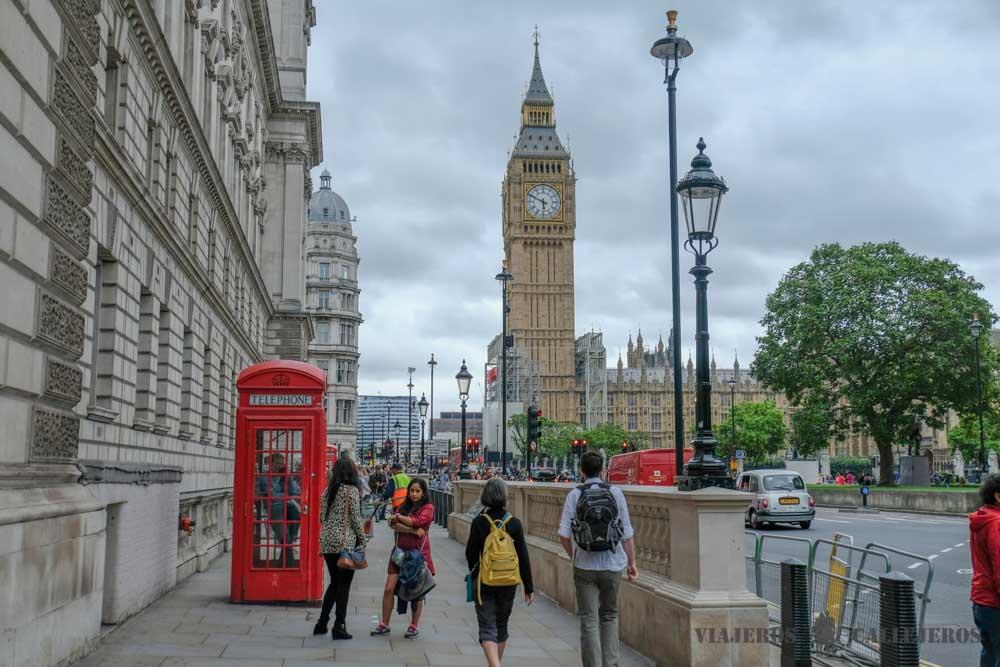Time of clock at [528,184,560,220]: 5:49
